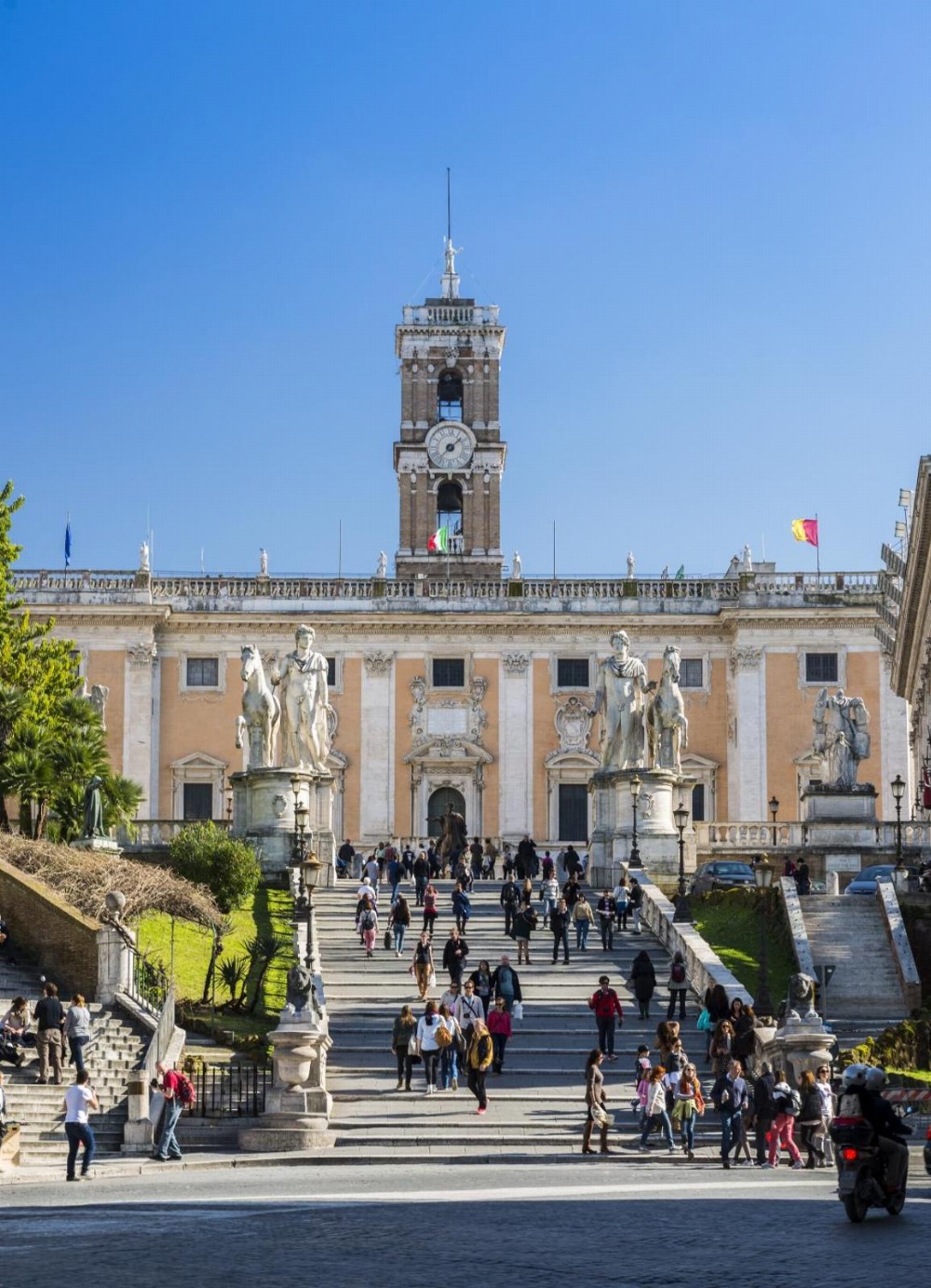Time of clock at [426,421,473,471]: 1:37
